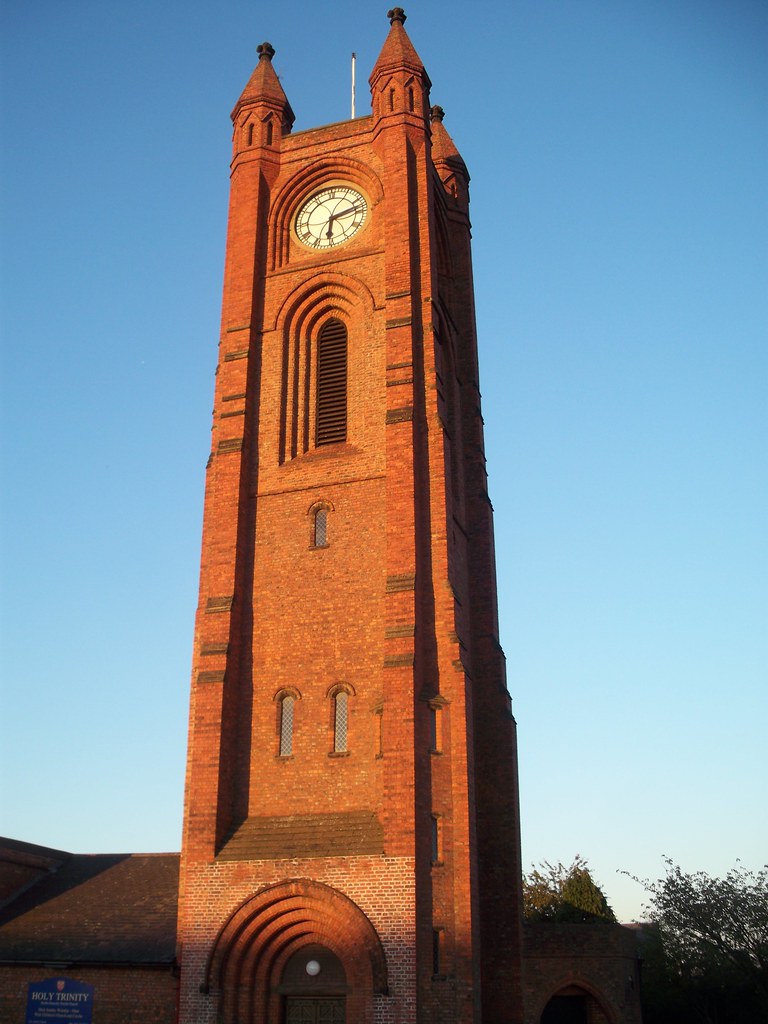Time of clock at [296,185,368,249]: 6:12
